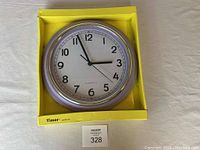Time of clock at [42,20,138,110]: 2:56
